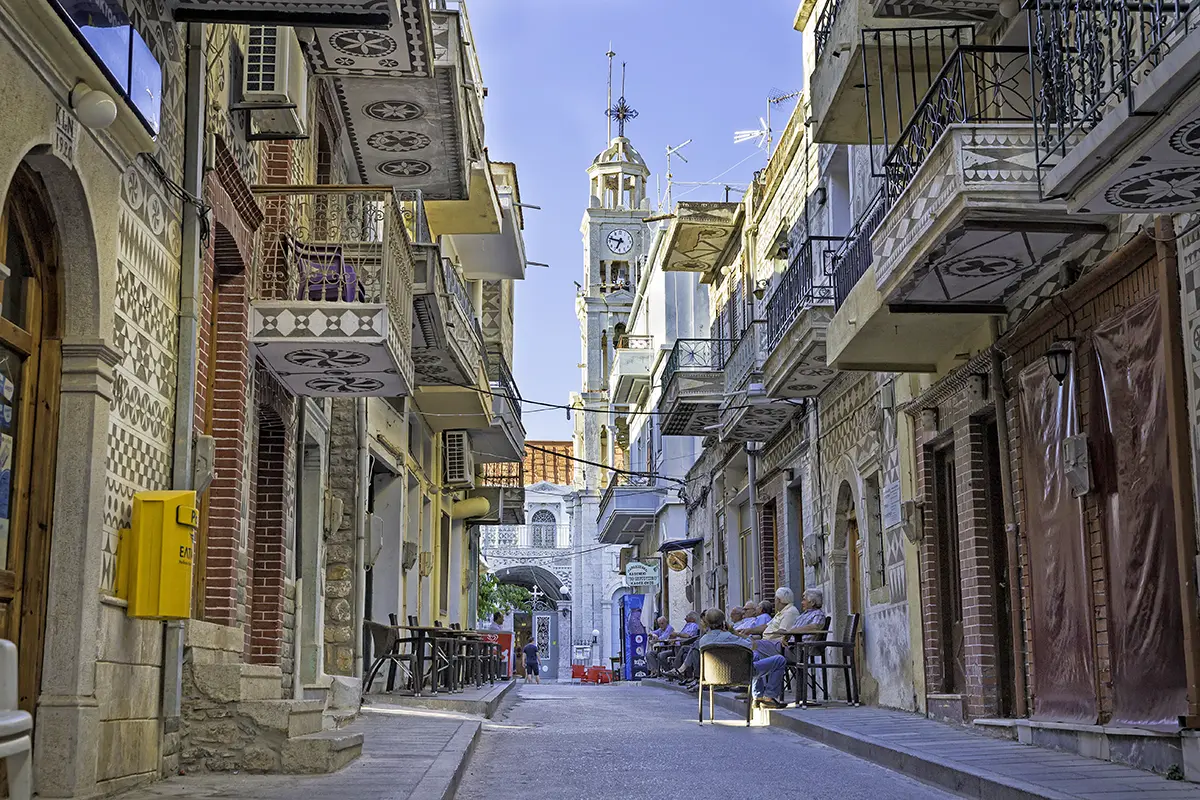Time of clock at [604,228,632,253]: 6:47
